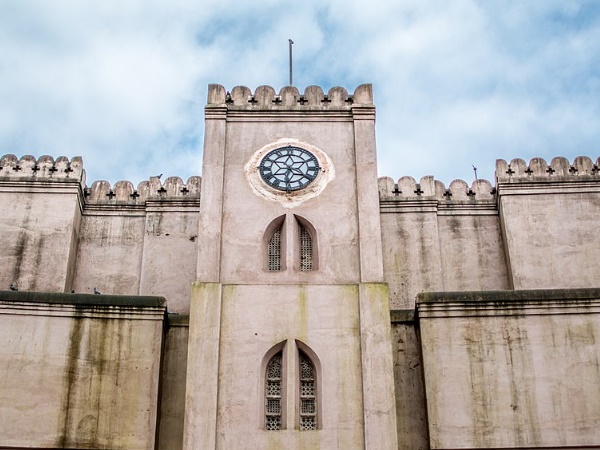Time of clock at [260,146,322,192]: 6:20
